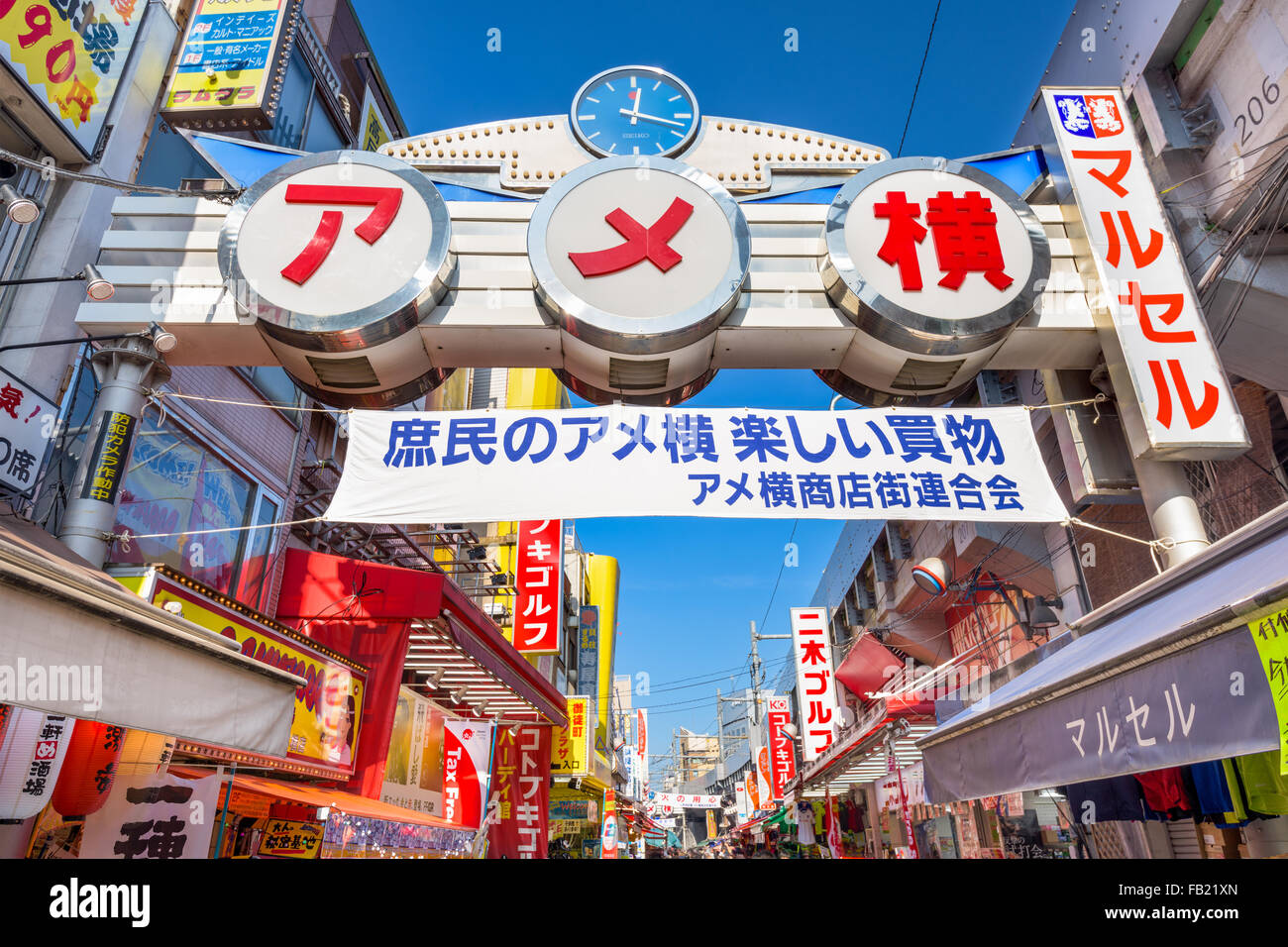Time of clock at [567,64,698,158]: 12:17
